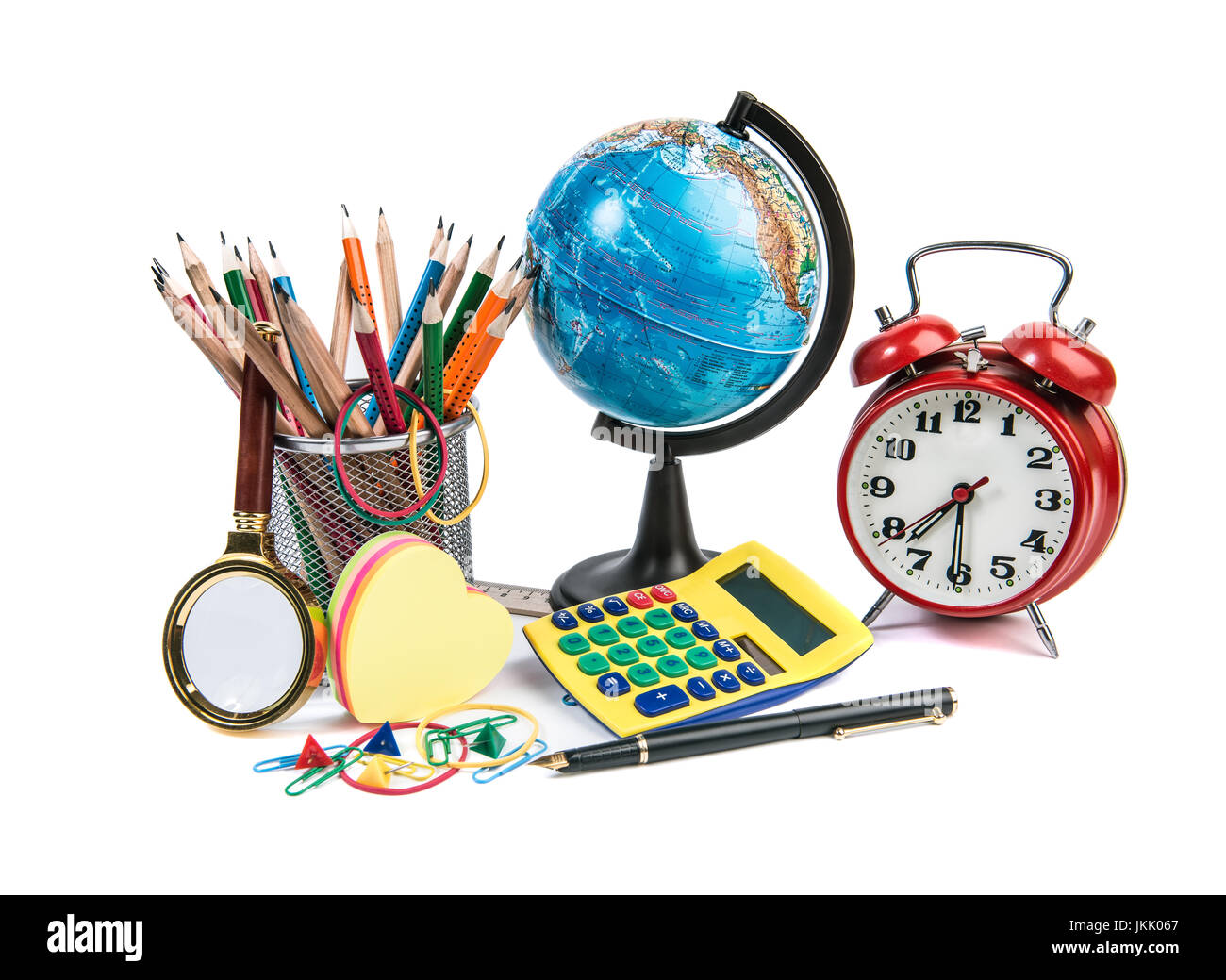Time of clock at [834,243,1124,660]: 7:30
